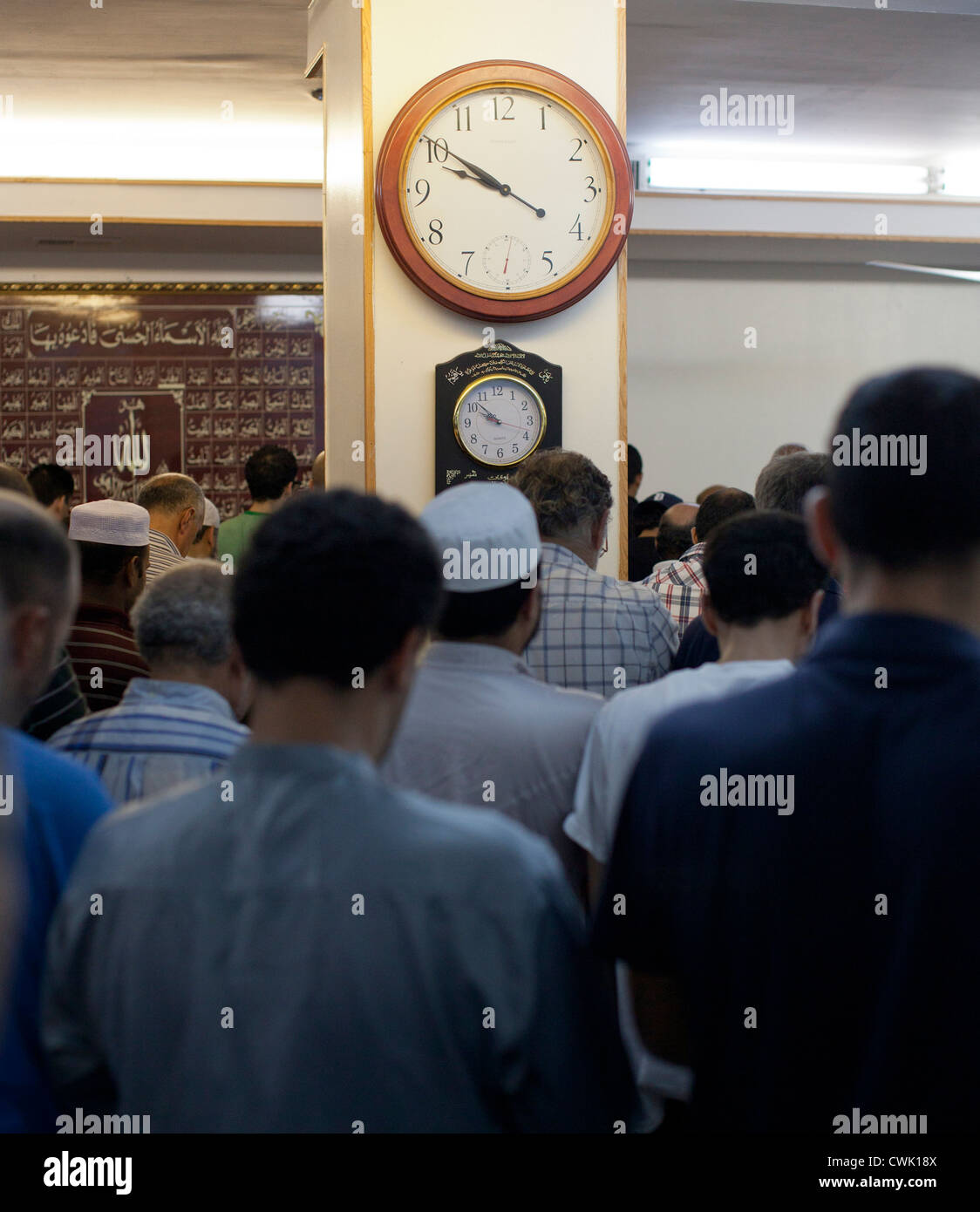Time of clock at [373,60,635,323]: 9:50
